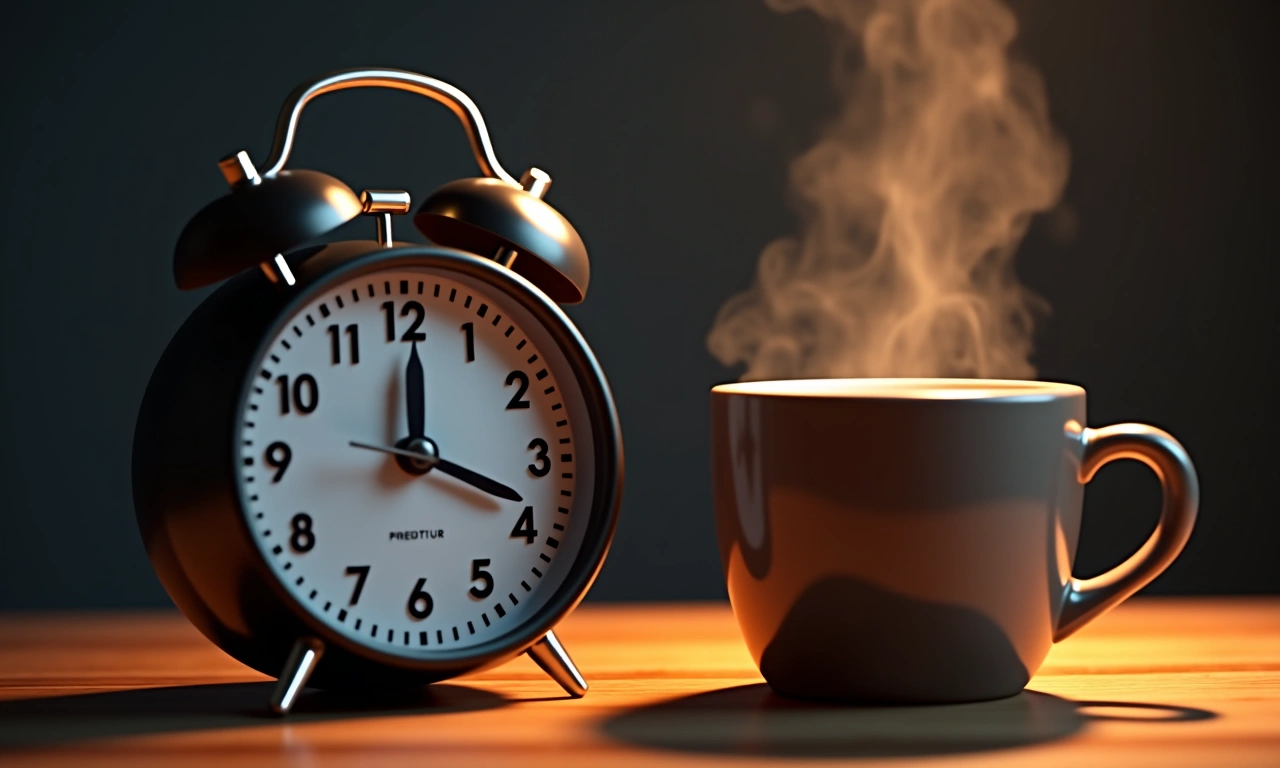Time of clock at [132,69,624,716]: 12:18
